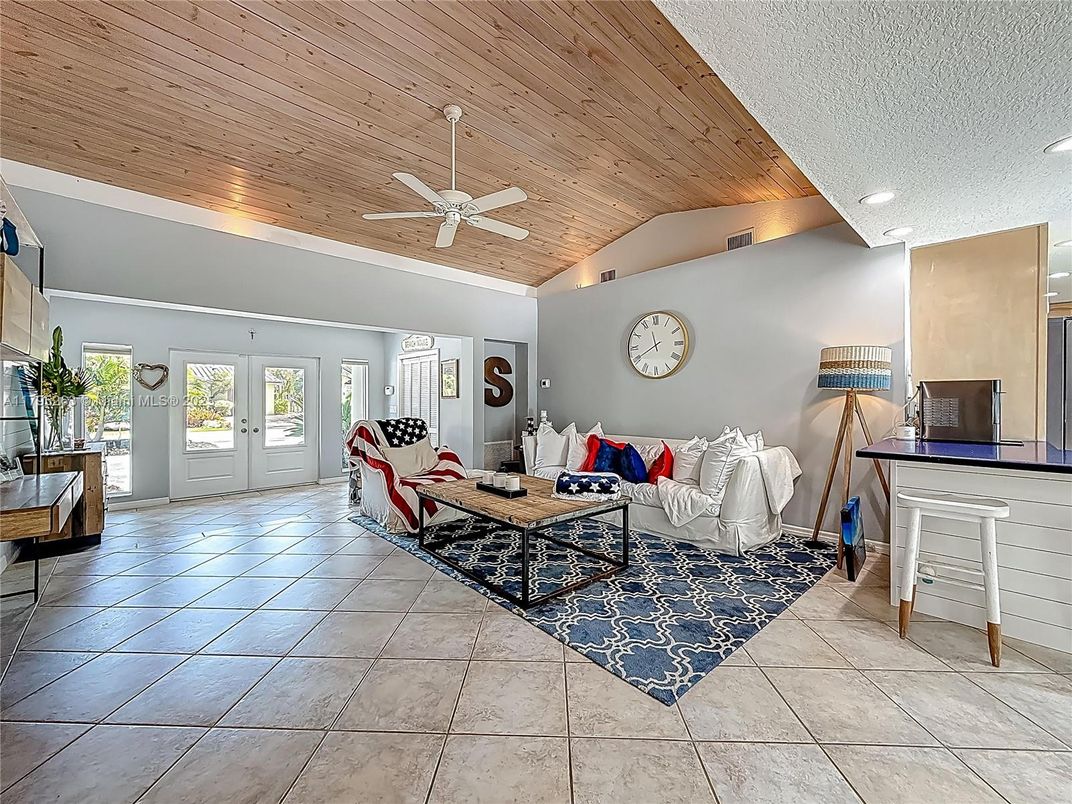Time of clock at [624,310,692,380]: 11:40
